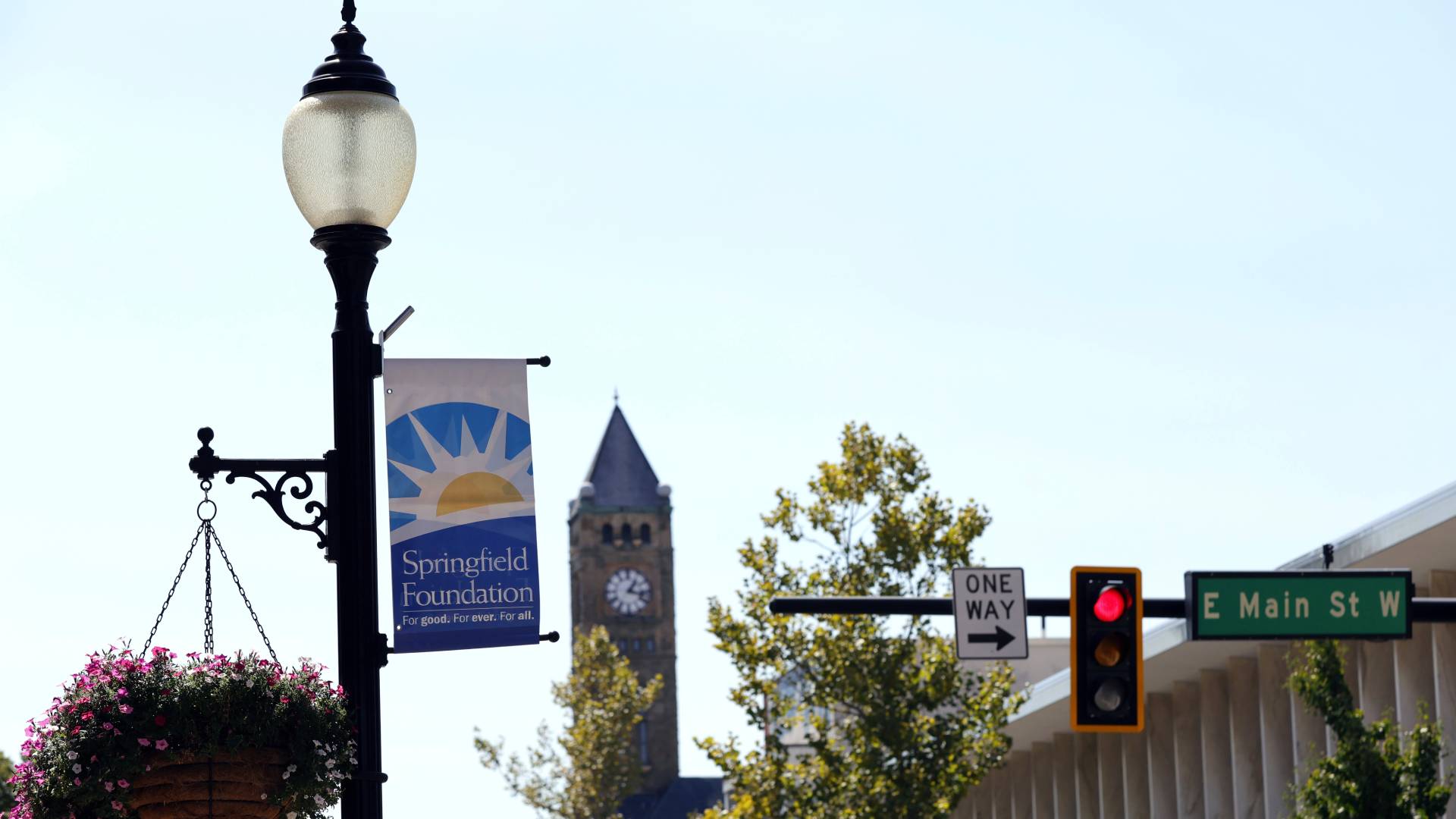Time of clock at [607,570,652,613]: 1:17
